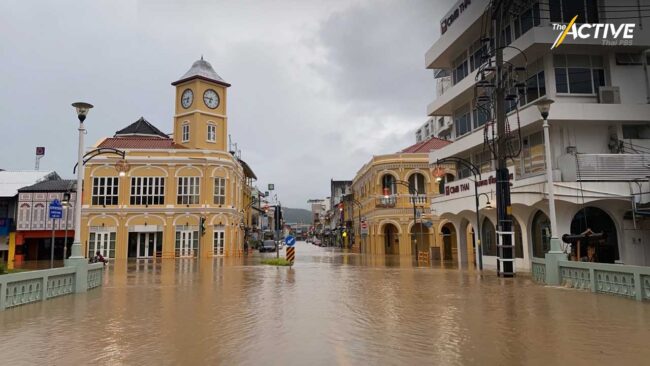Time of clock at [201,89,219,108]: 6:46
